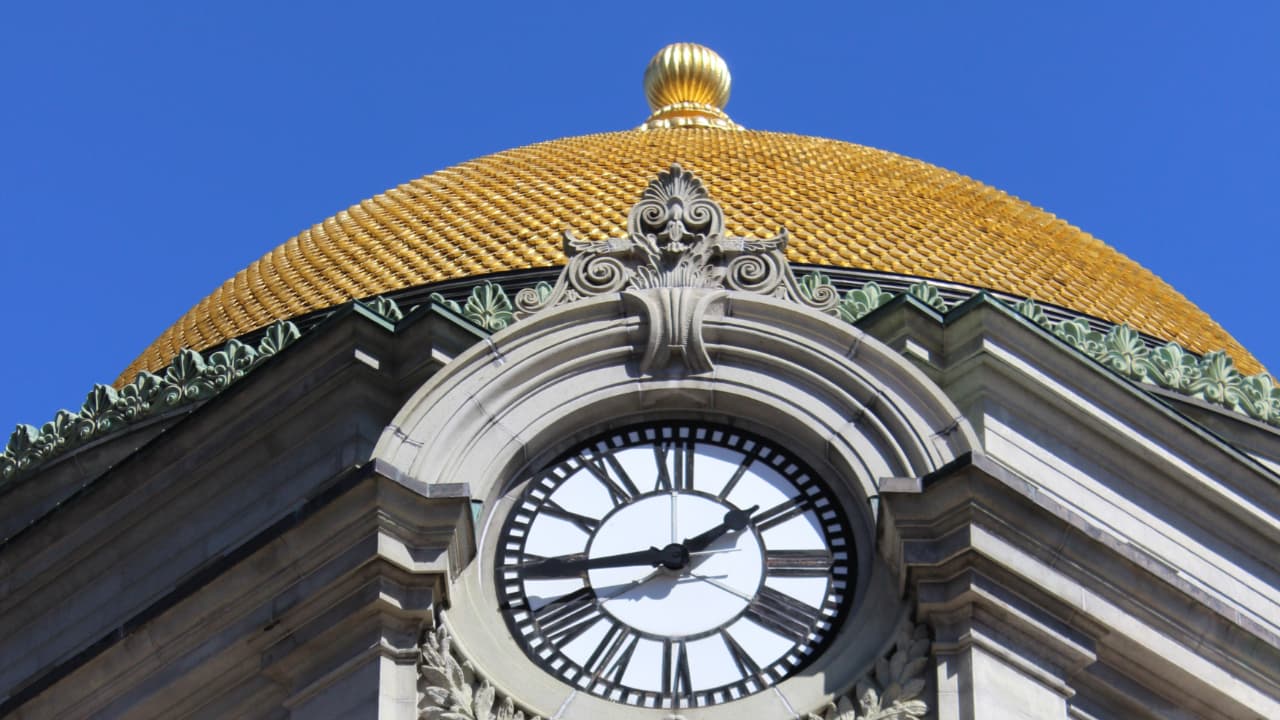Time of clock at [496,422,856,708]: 1:43
